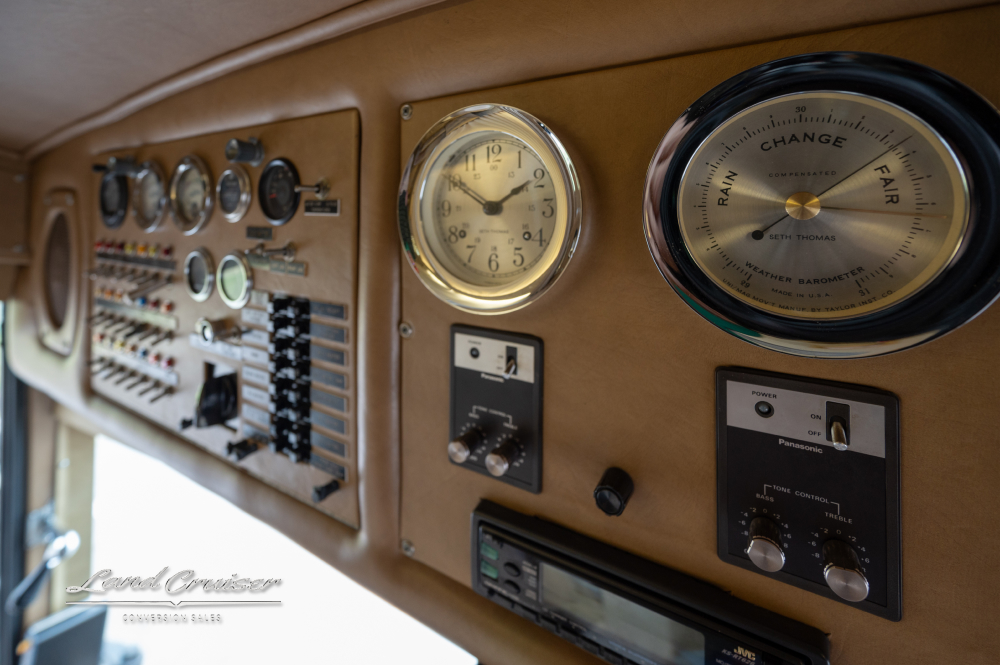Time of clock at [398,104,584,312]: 1:51
